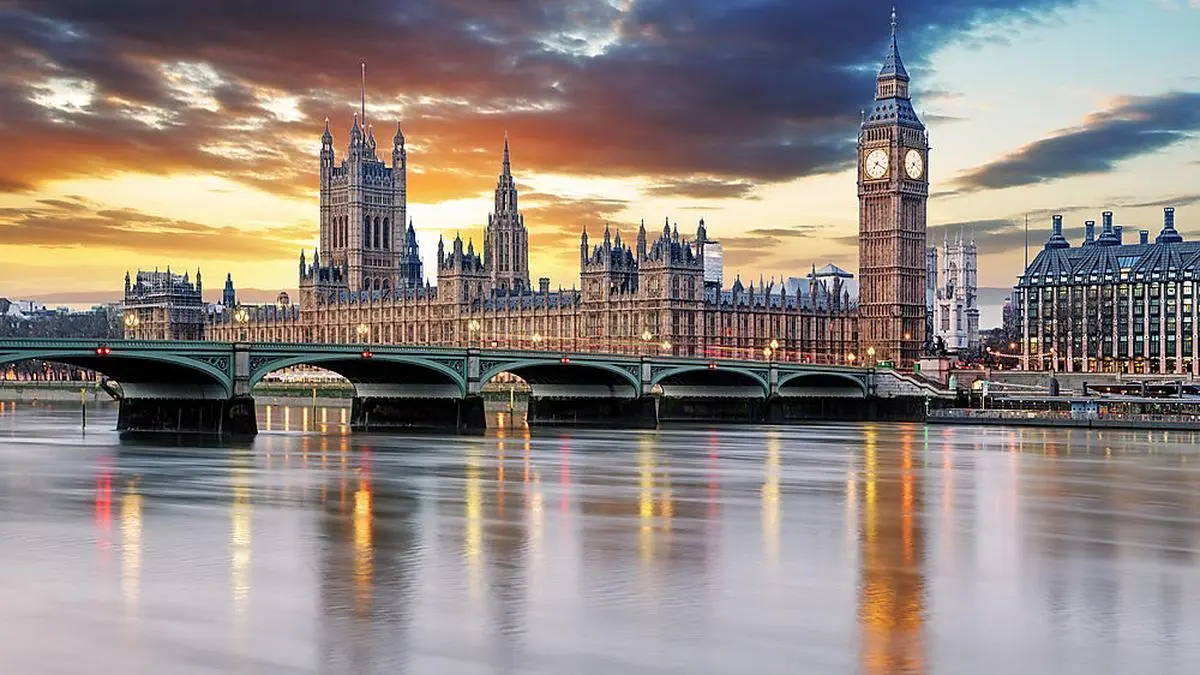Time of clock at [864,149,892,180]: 7:19
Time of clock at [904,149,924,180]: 7:19
